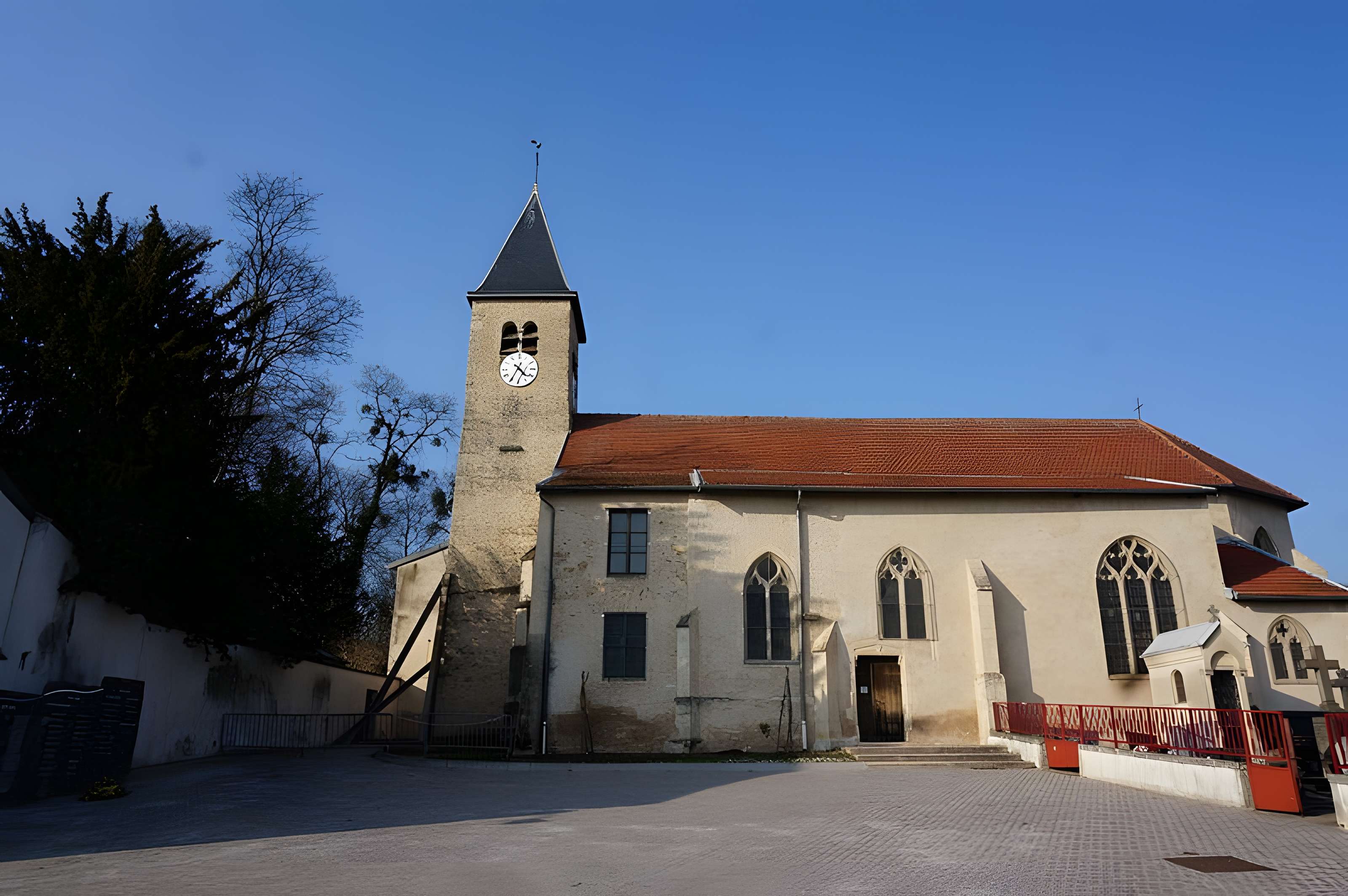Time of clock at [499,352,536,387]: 4:34
